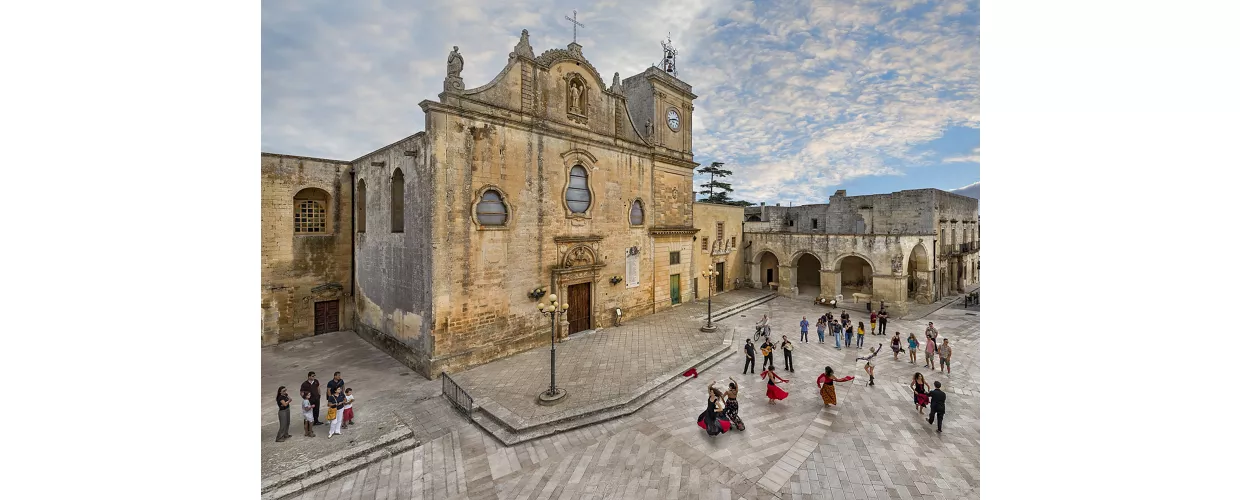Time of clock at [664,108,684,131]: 2:42
